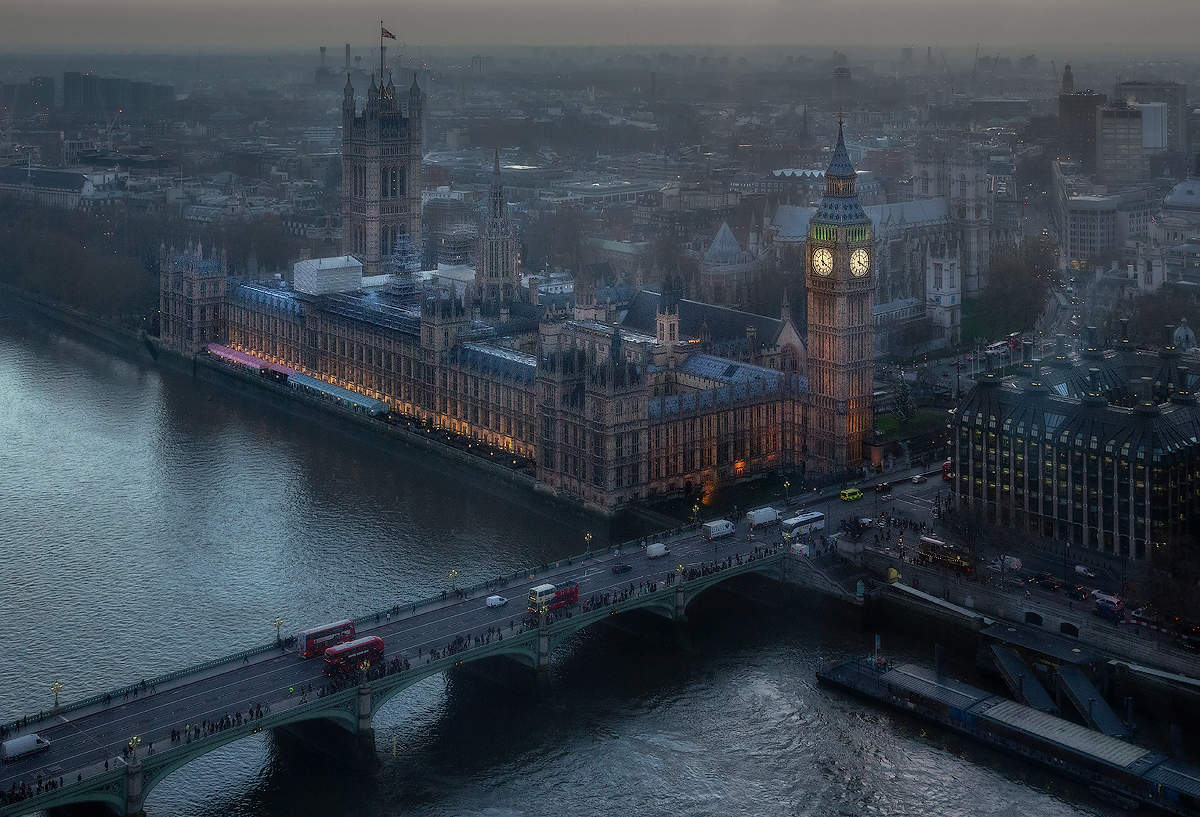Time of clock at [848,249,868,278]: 4:00
